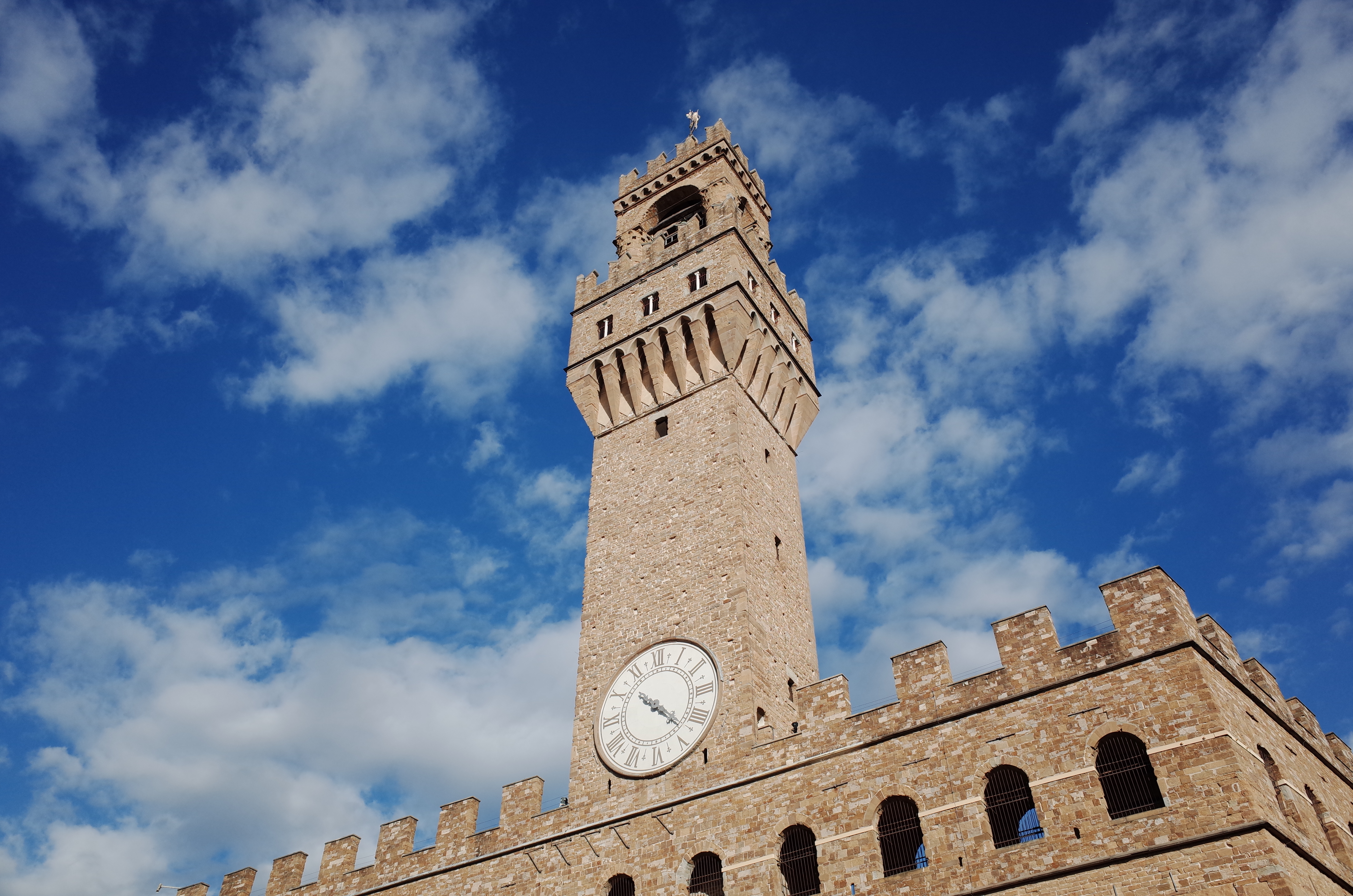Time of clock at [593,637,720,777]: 10:22
